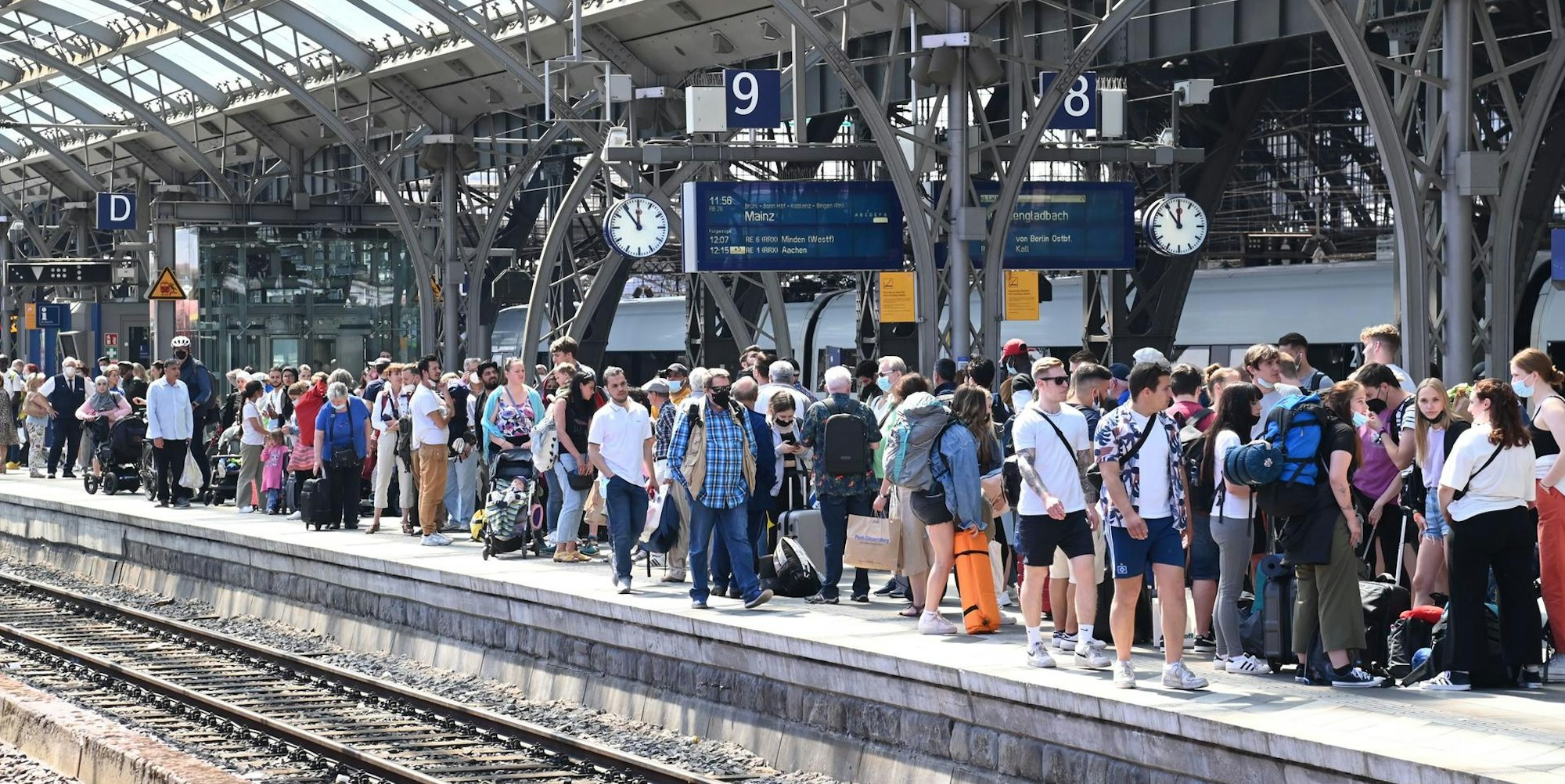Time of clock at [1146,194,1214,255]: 11:53
